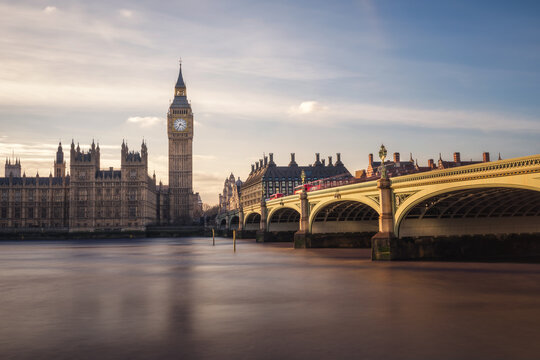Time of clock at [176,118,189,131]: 3:34
